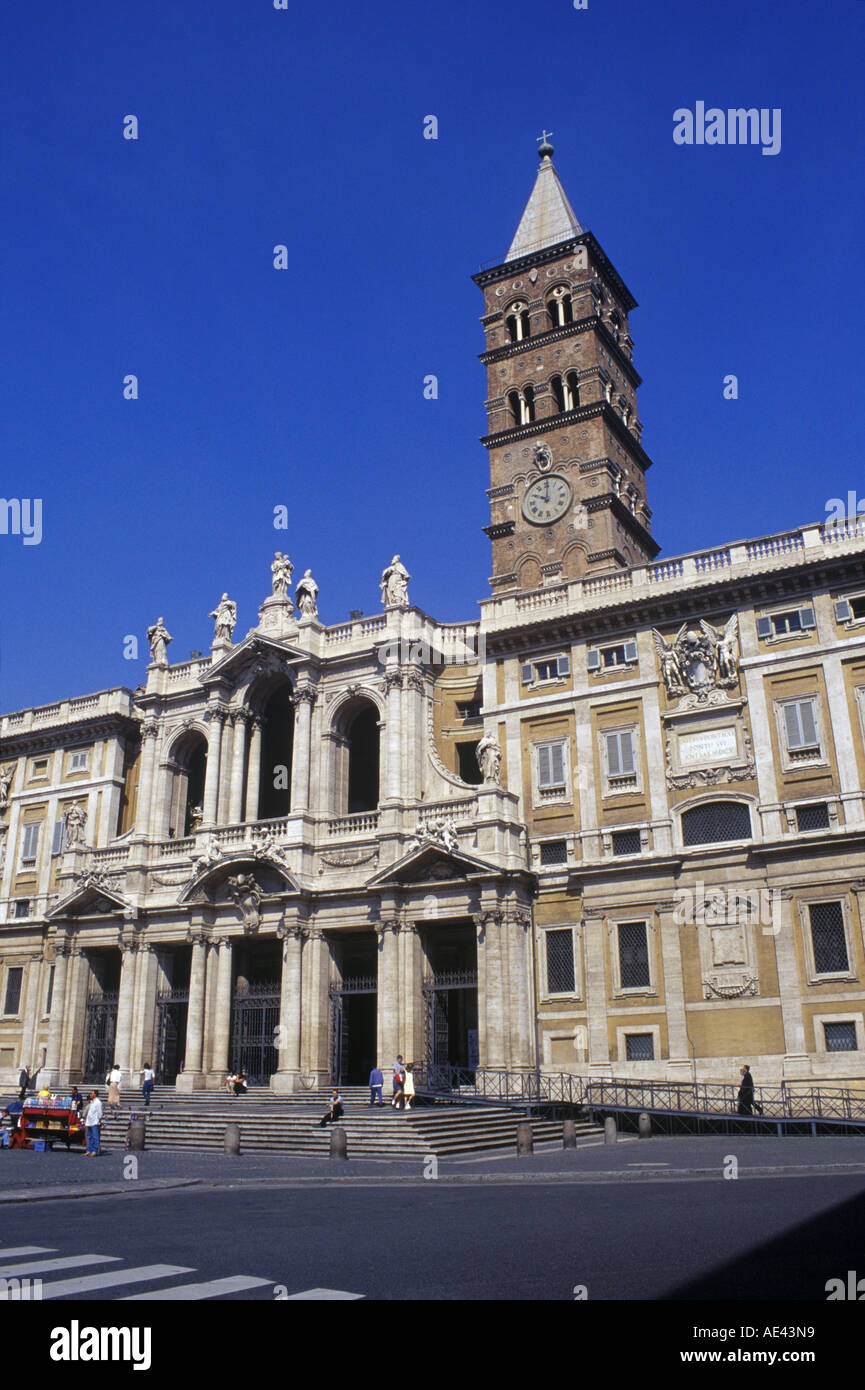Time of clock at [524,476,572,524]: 10:00
